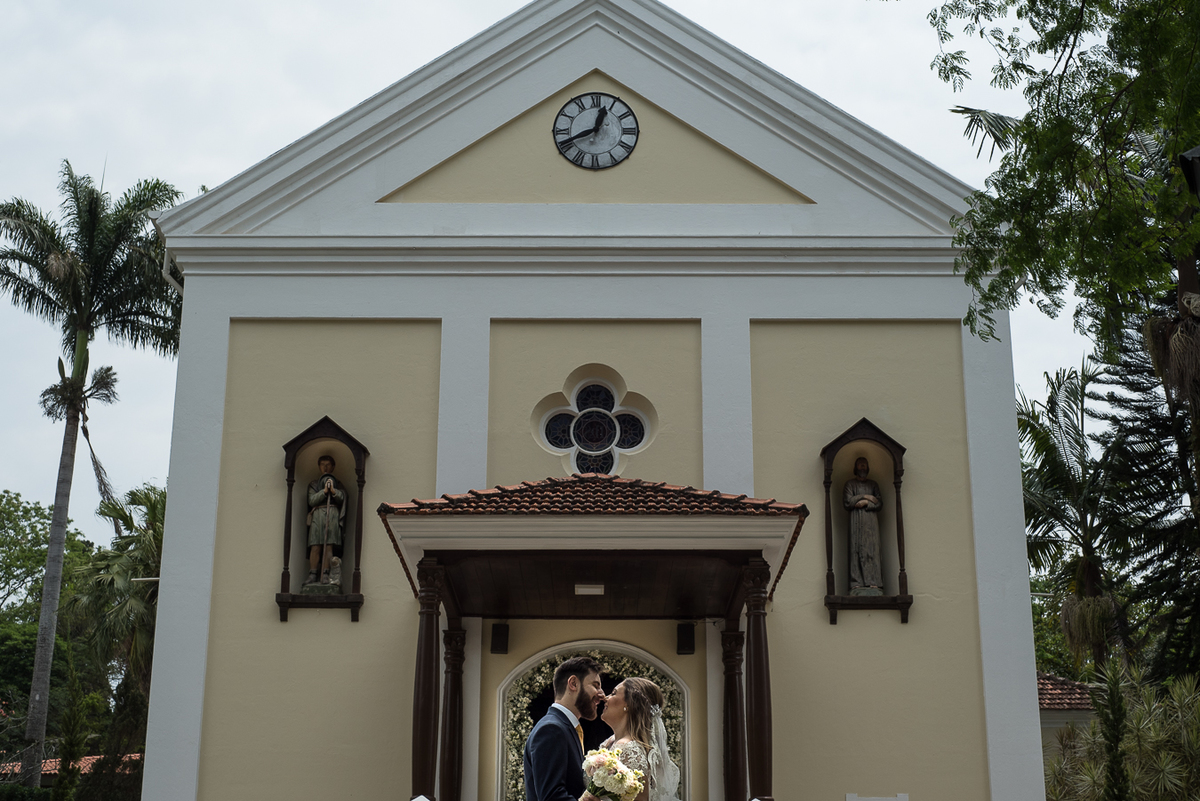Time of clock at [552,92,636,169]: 12:41
